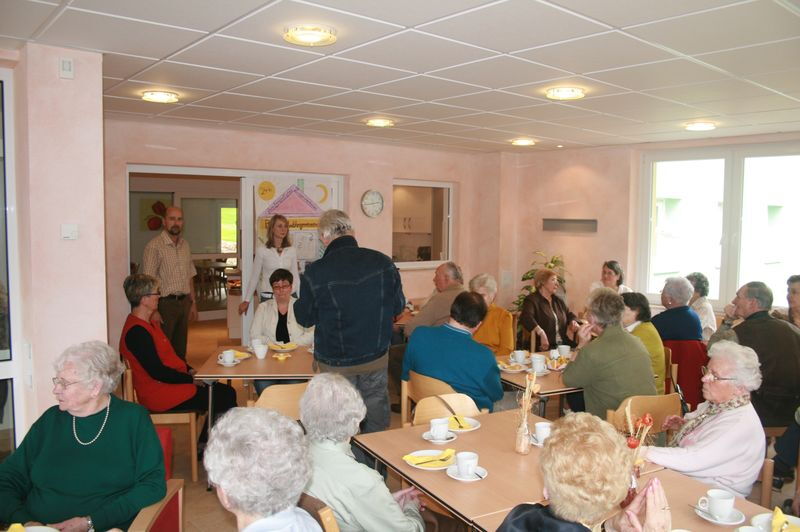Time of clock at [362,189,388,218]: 2:43
